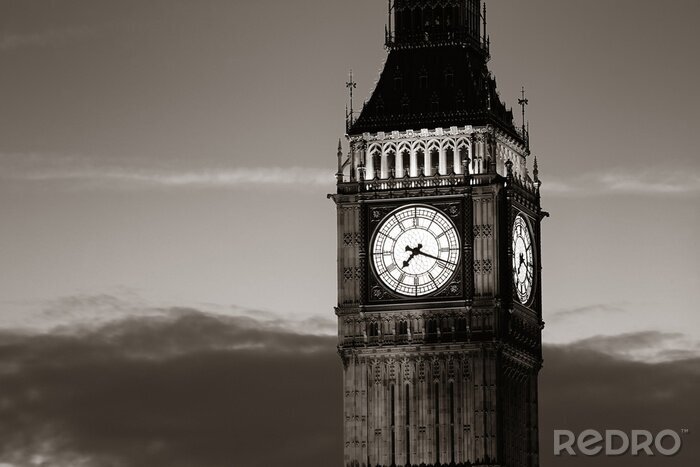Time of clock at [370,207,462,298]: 7:18
